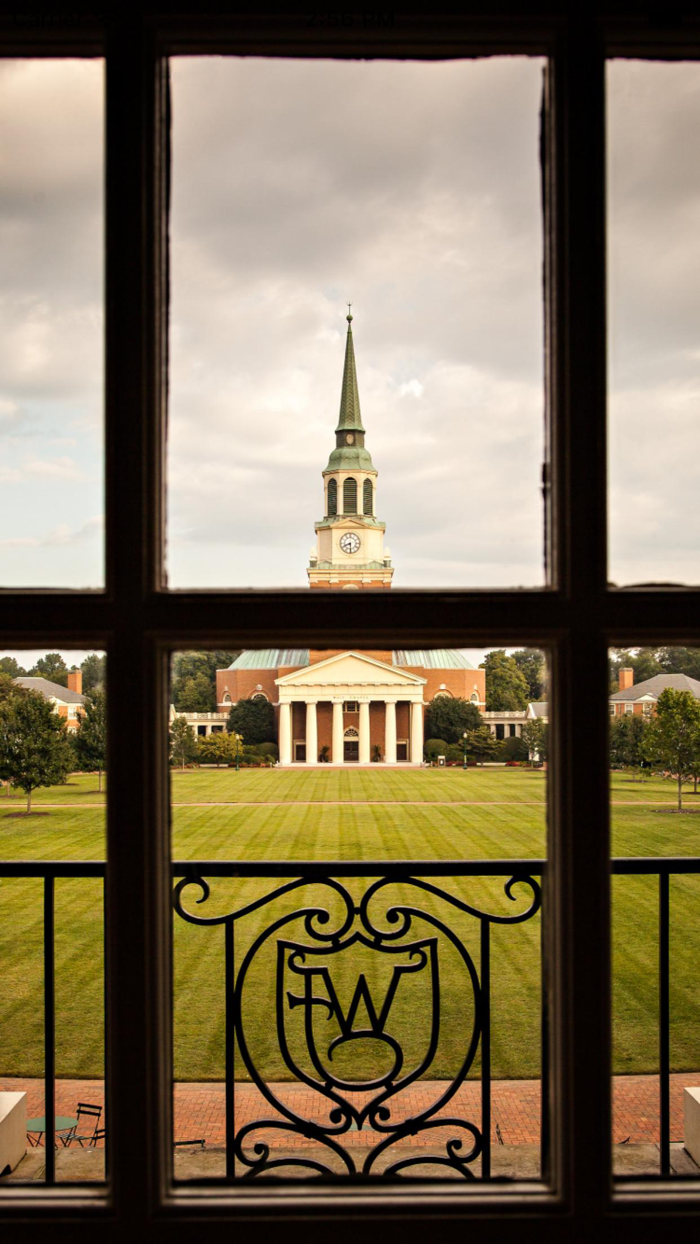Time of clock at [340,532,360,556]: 8:29
